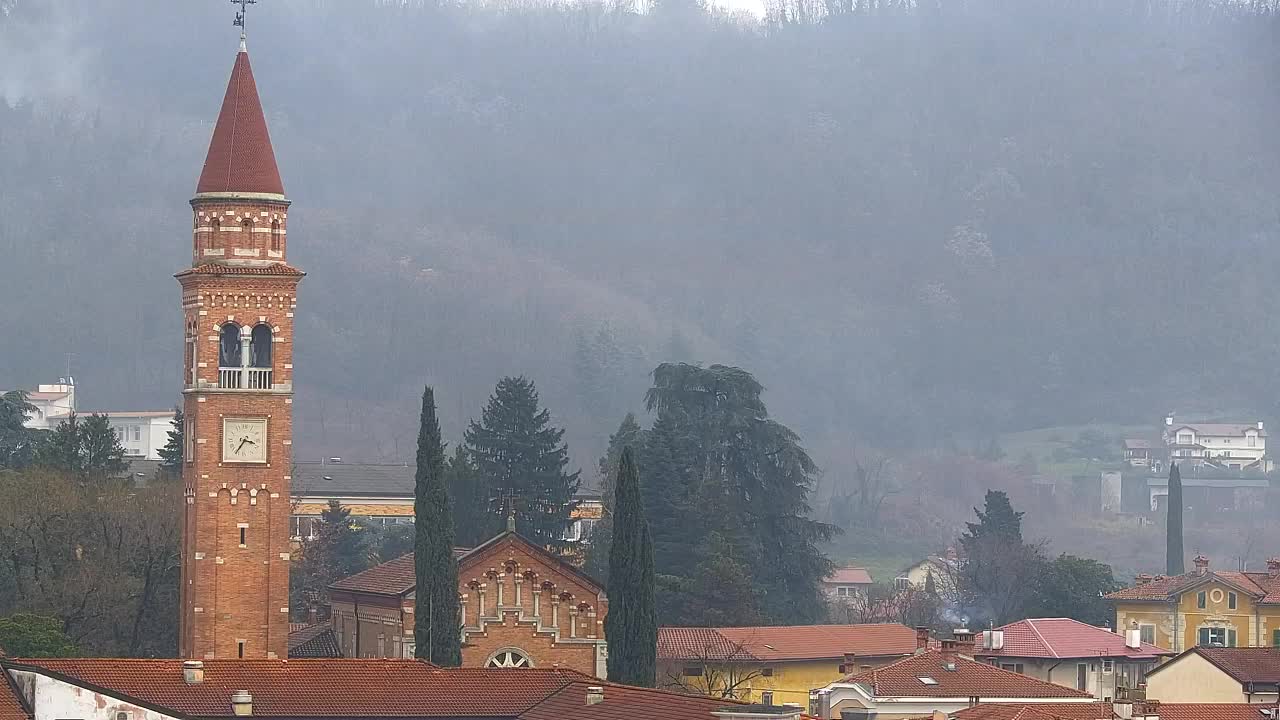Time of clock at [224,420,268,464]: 3:36
